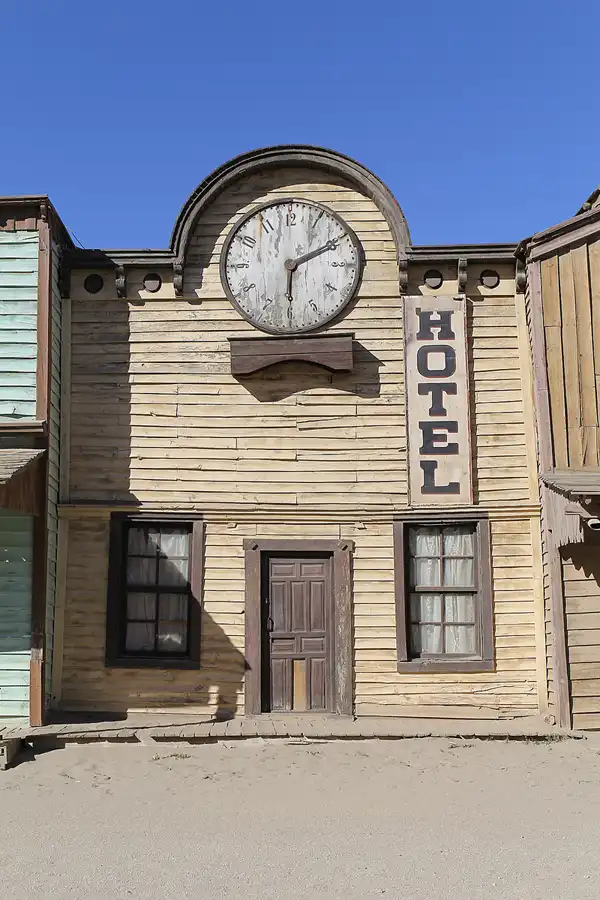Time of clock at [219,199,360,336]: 6:10
